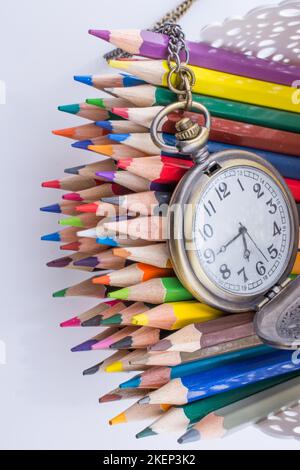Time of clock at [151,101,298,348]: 5:40
